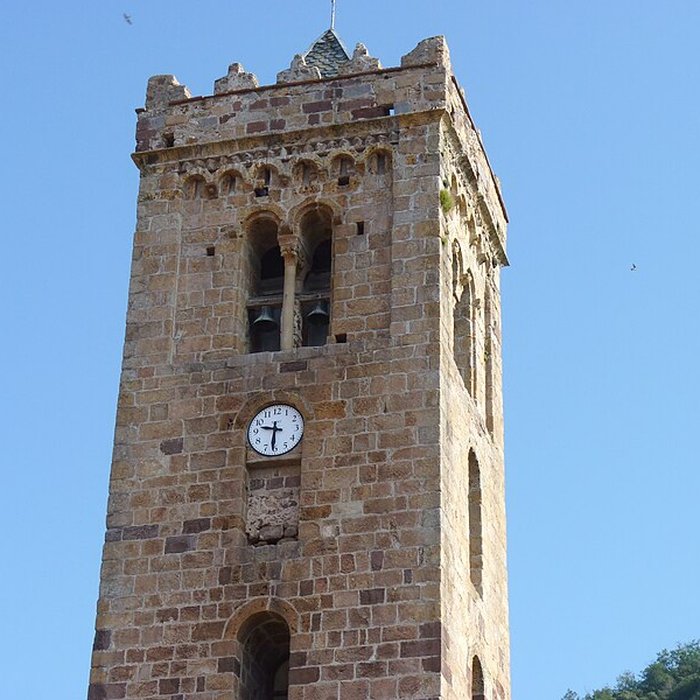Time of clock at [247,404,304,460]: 9:31
